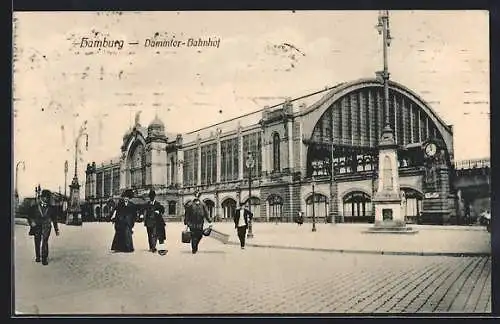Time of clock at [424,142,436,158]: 11:40
